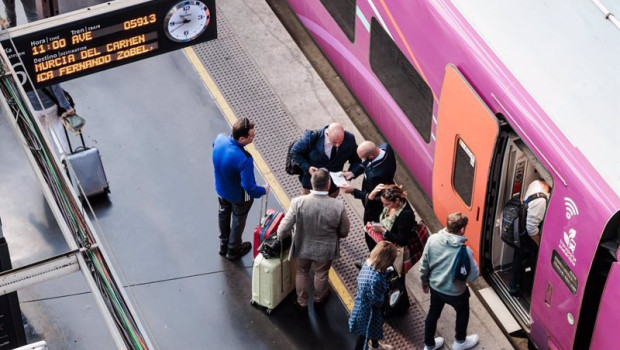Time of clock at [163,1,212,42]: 10:45
